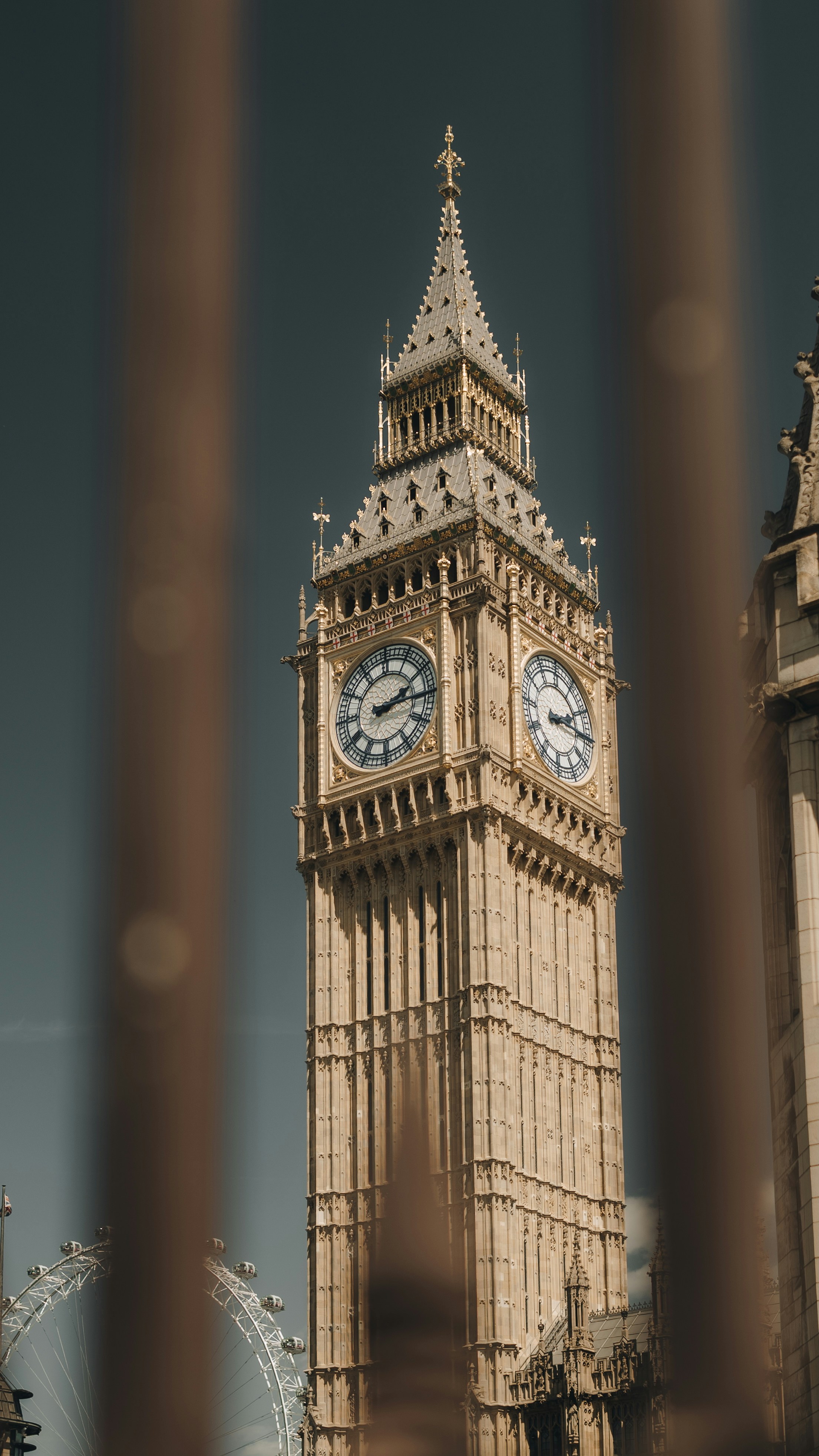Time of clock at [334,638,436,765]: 2:14
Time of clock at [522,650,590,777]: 2:15
